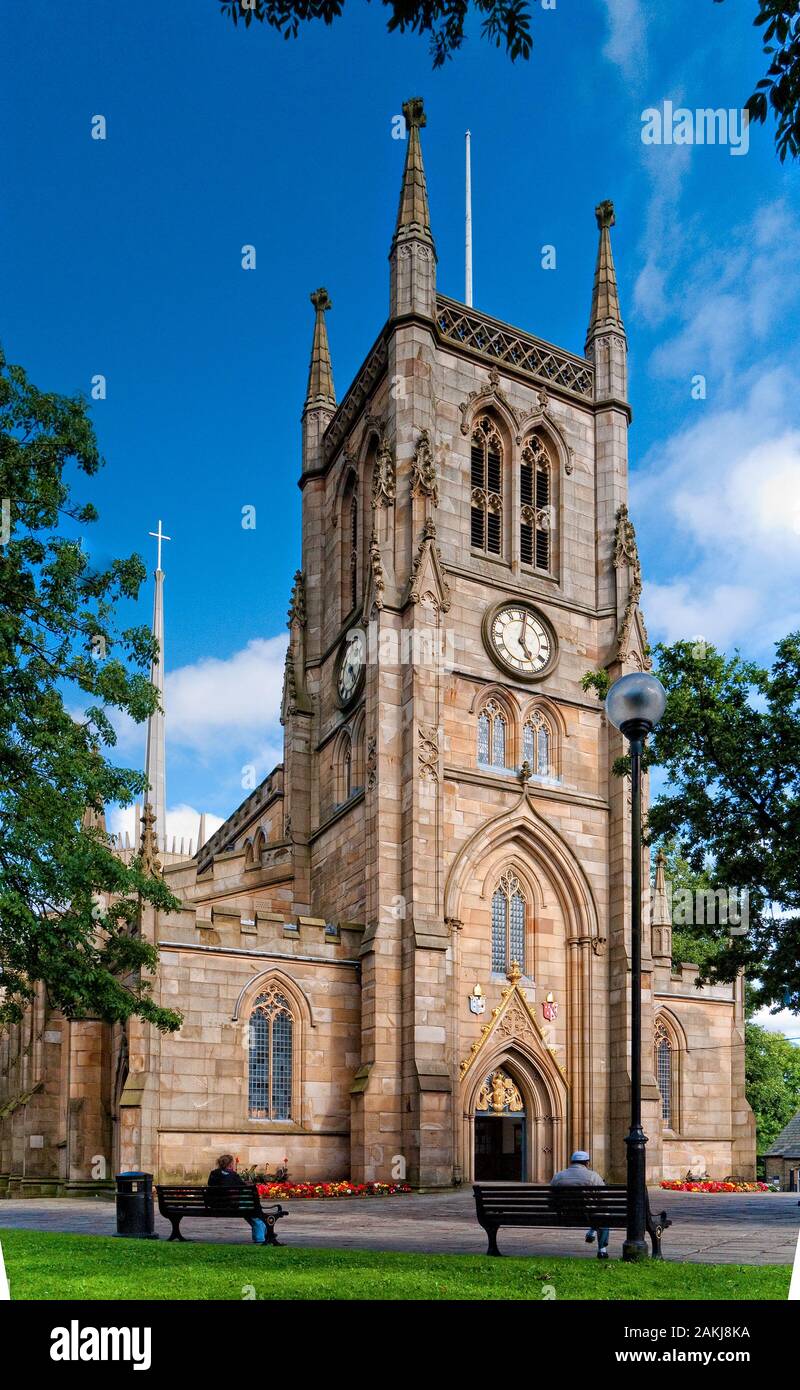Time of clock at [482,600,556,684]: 5:01
